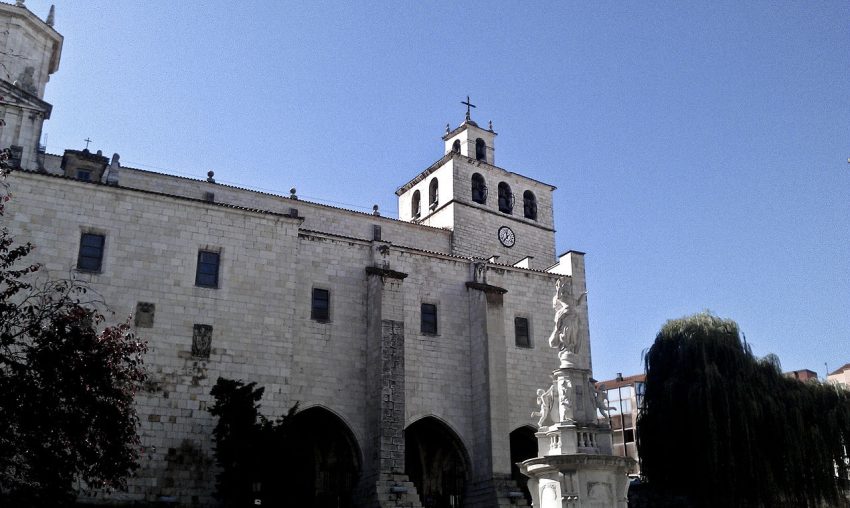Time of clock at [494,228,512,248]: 11:37
